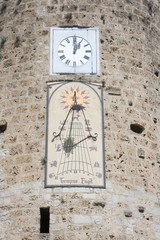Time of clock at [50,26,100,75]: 1:00
